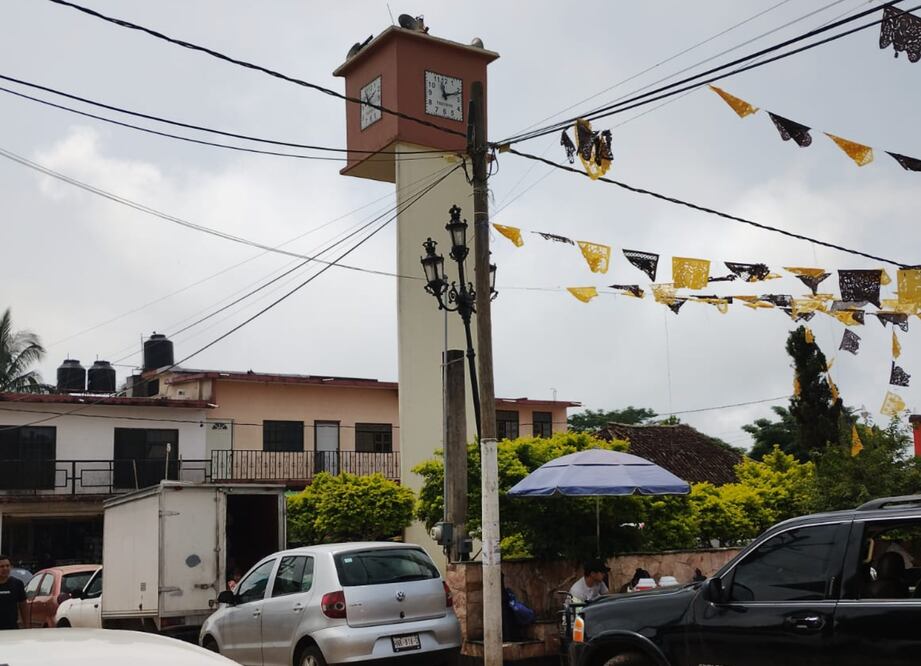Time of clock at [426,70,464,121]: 11:11
